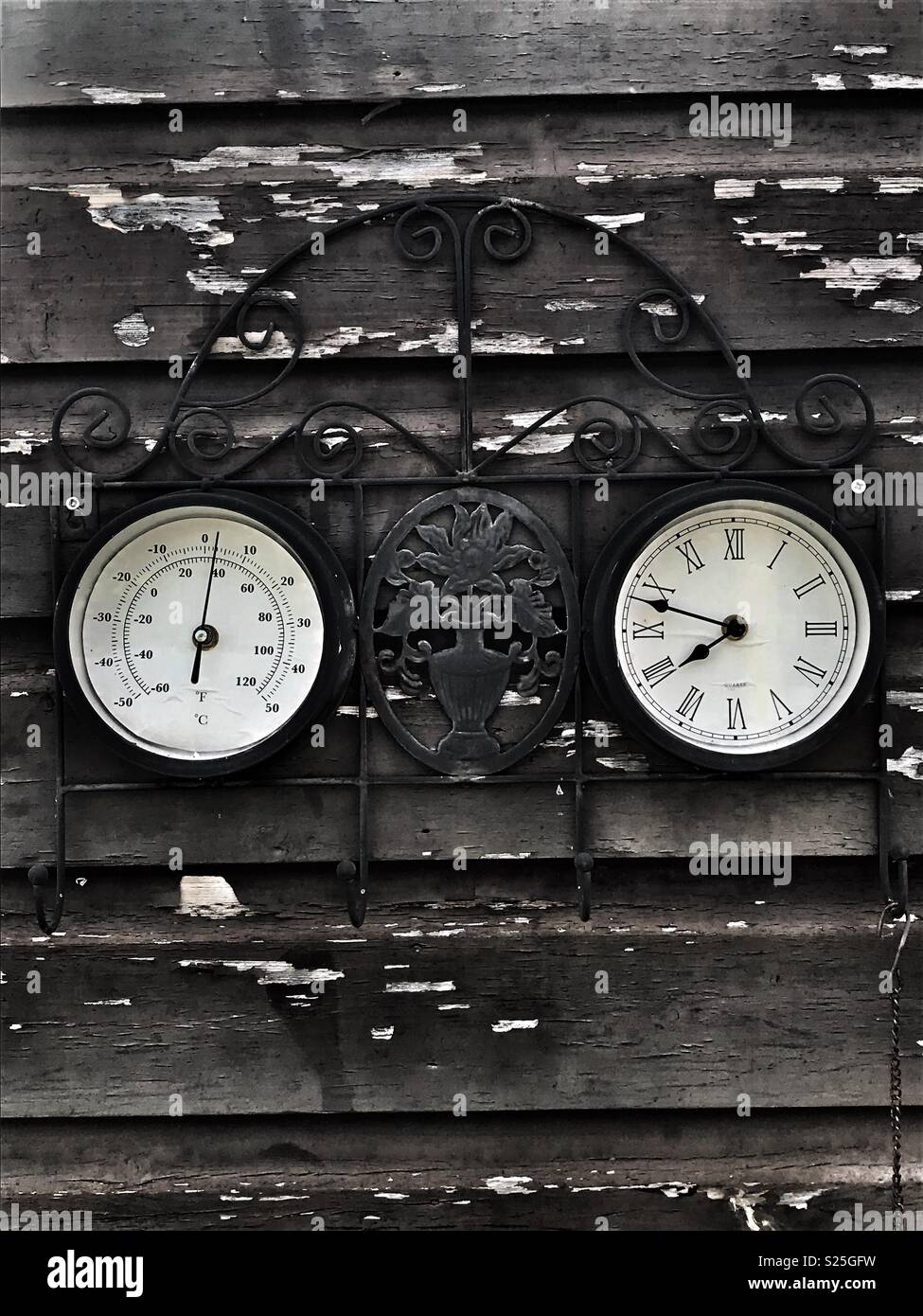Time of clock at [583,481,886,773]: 7:48
